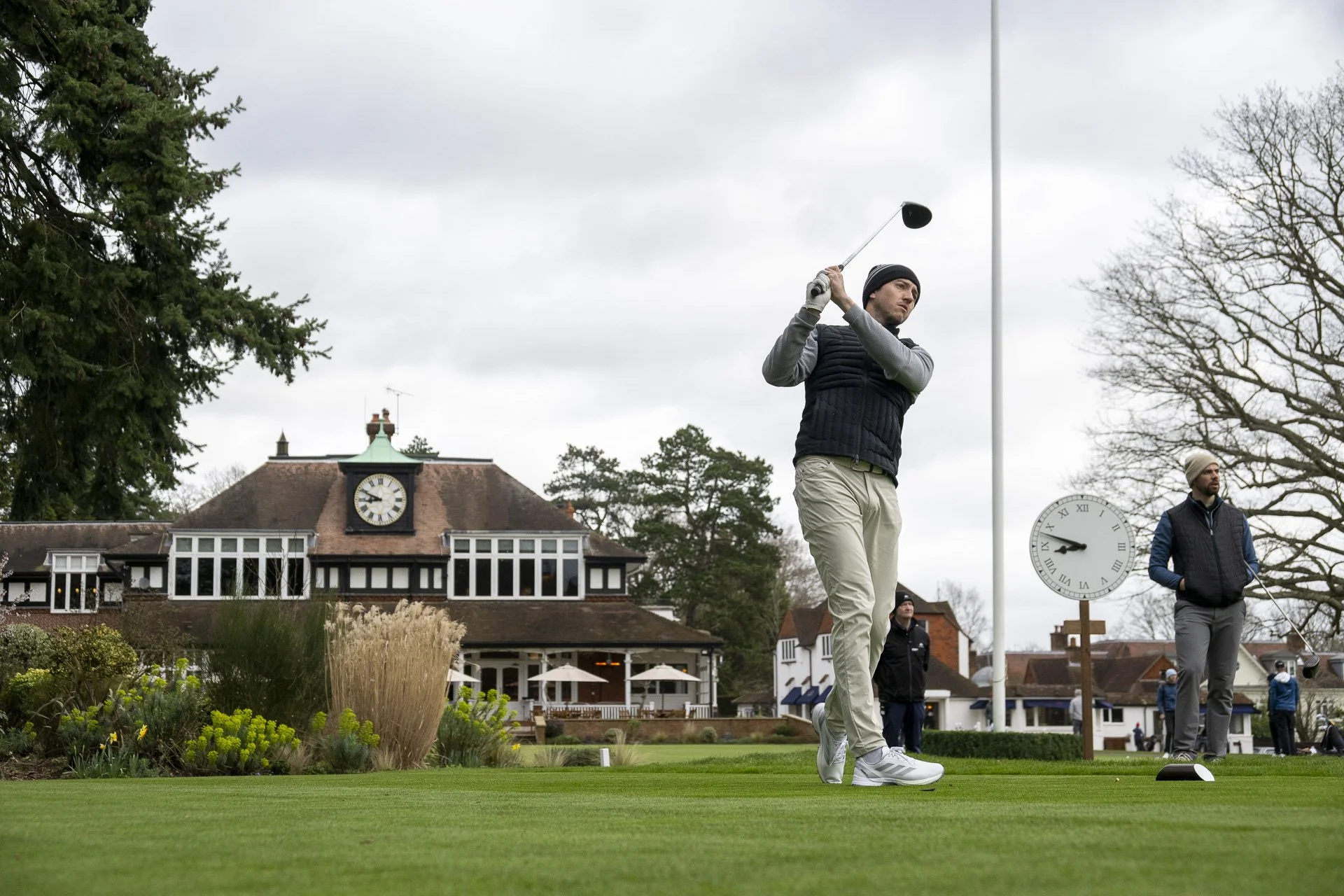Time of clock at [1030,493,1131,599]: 8:48
